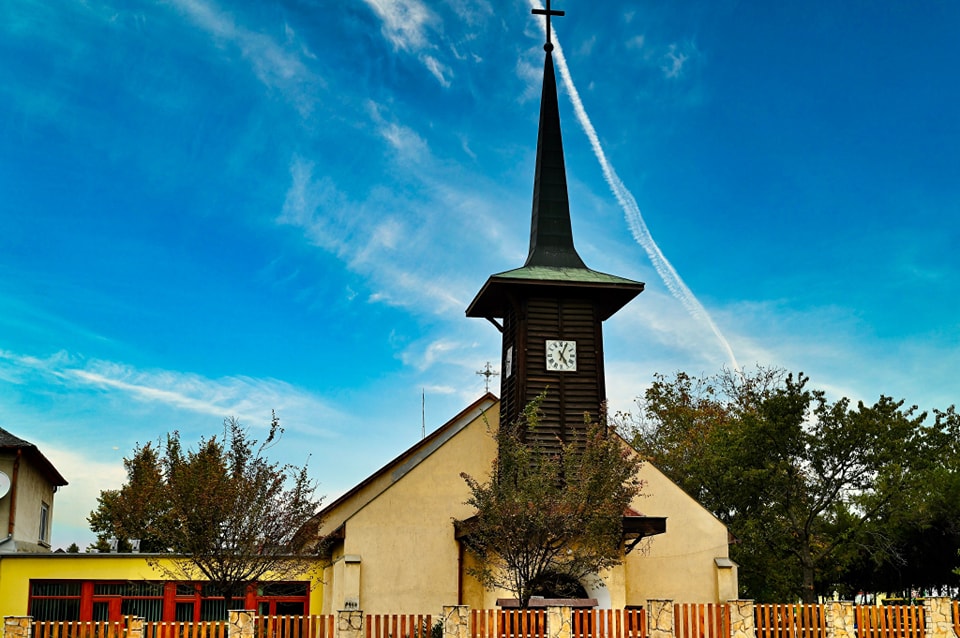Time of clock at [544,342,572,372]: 5:04
